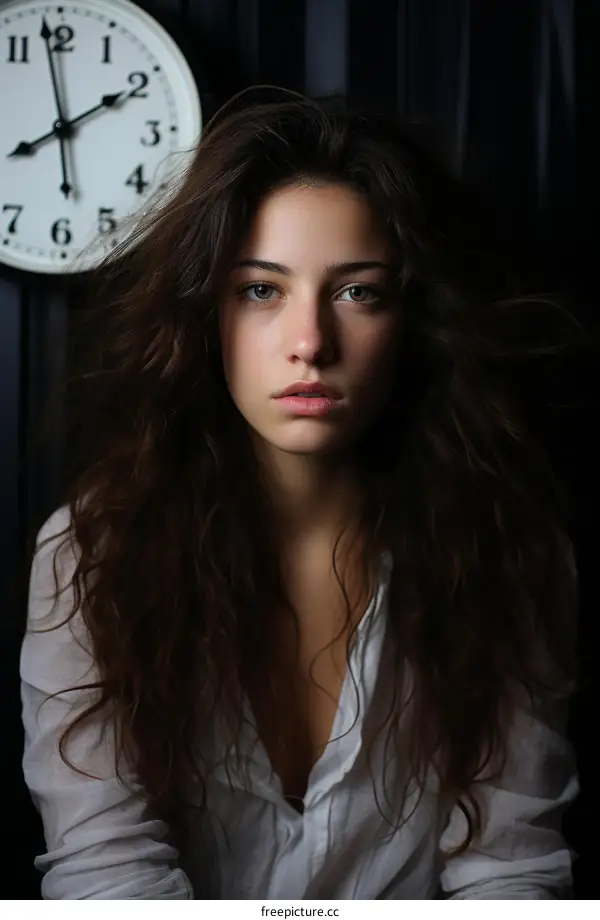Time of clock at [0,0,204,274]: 1:58
